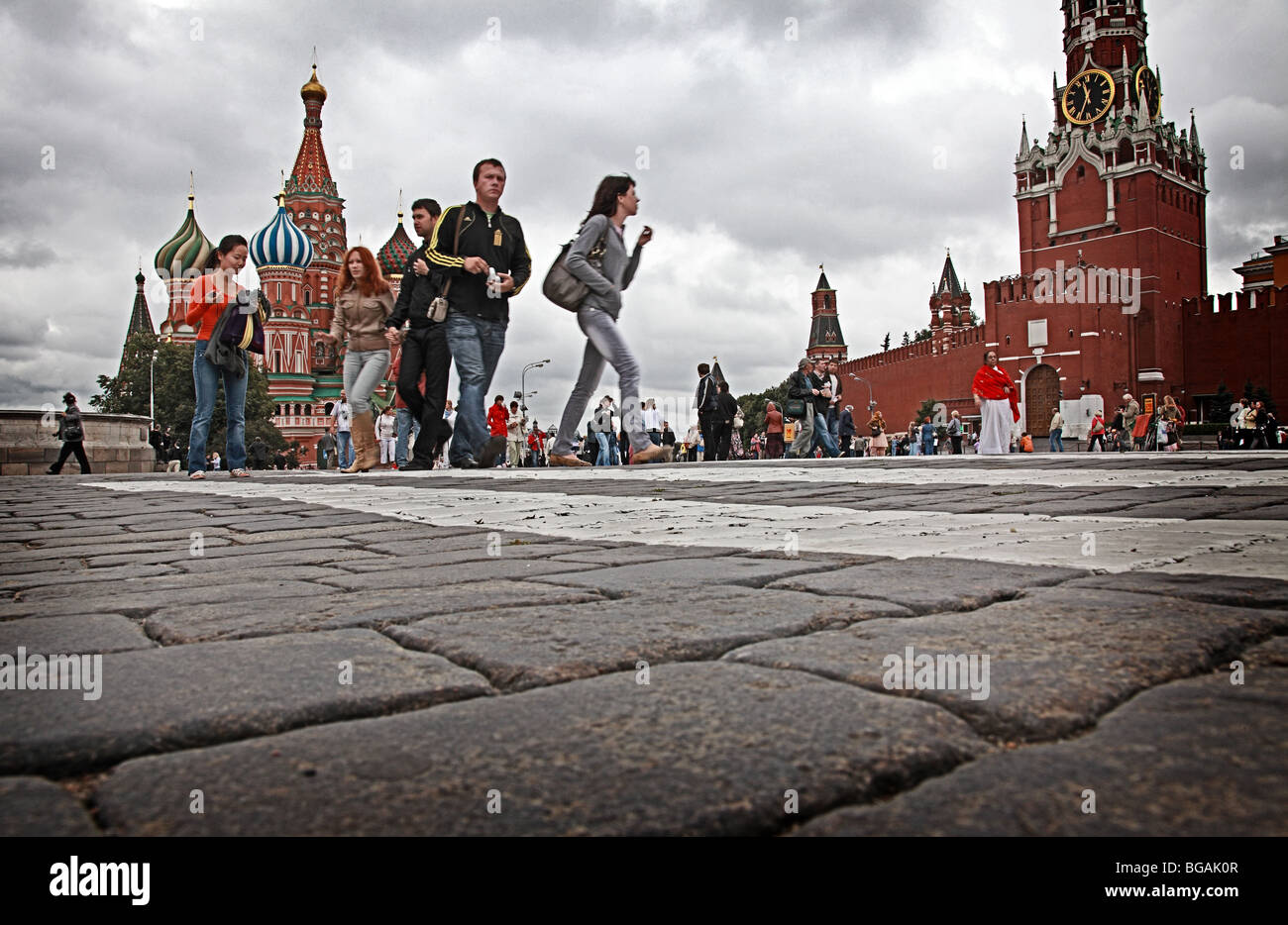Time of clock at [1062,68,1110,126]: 11:34
